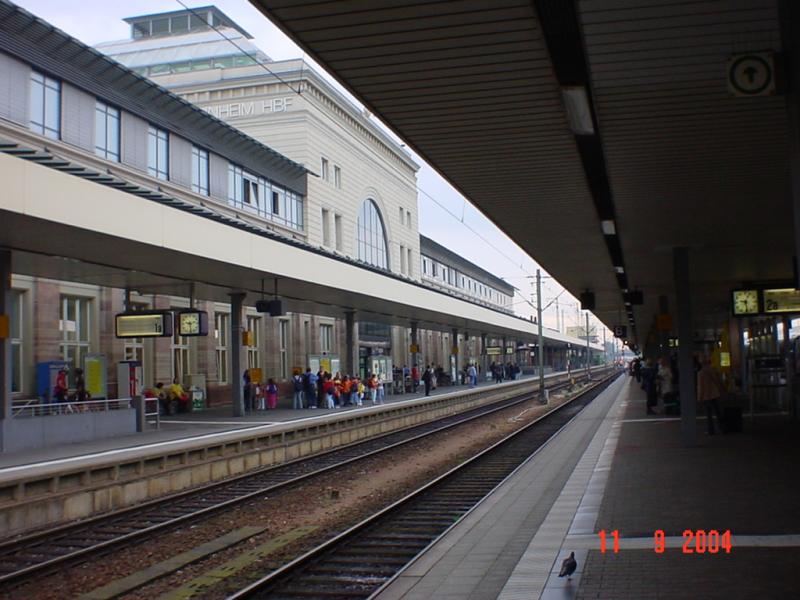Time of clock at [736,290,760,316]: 9:28
